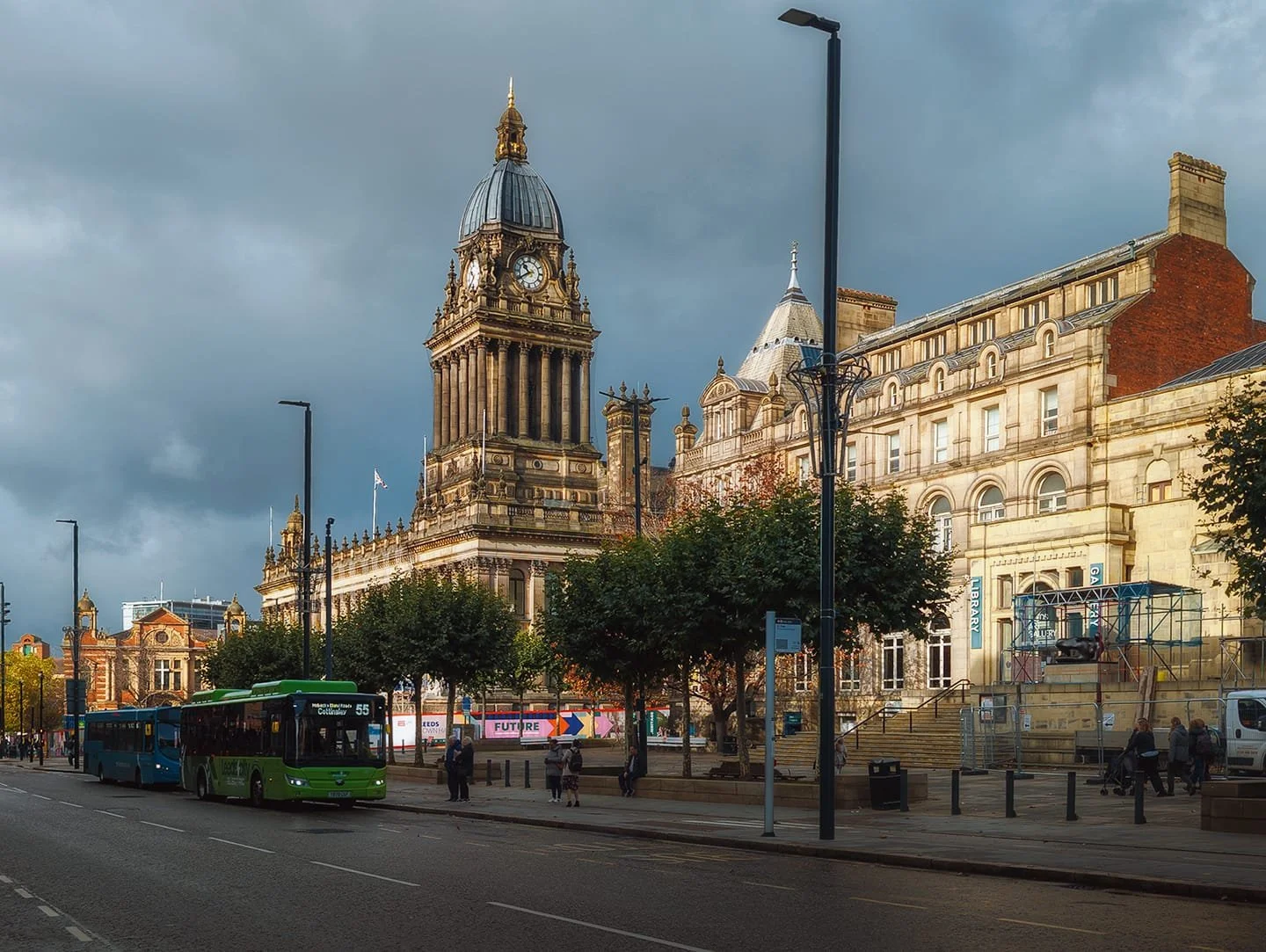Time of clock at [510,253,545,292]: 10:39
